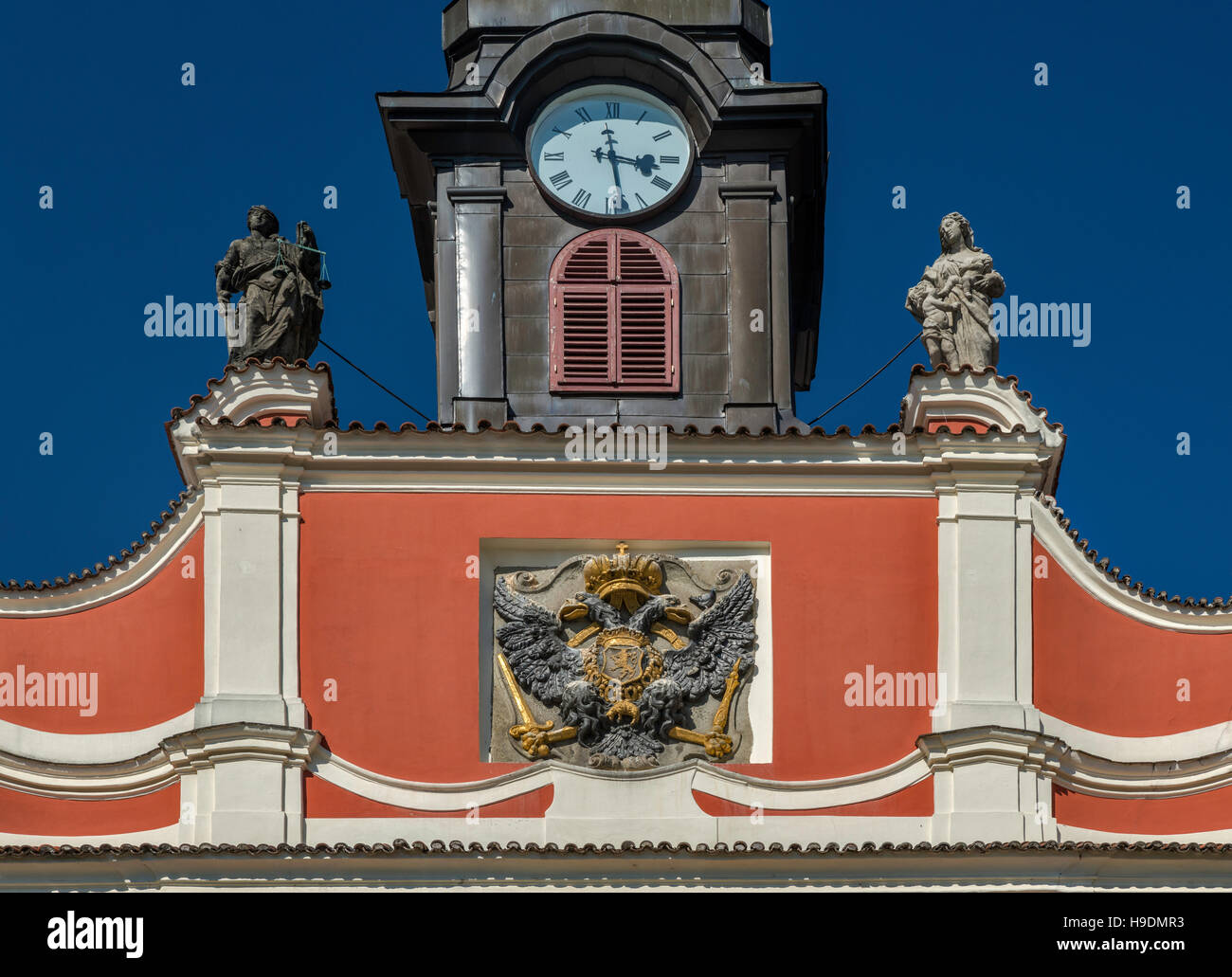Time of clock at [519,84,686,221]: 3:28
